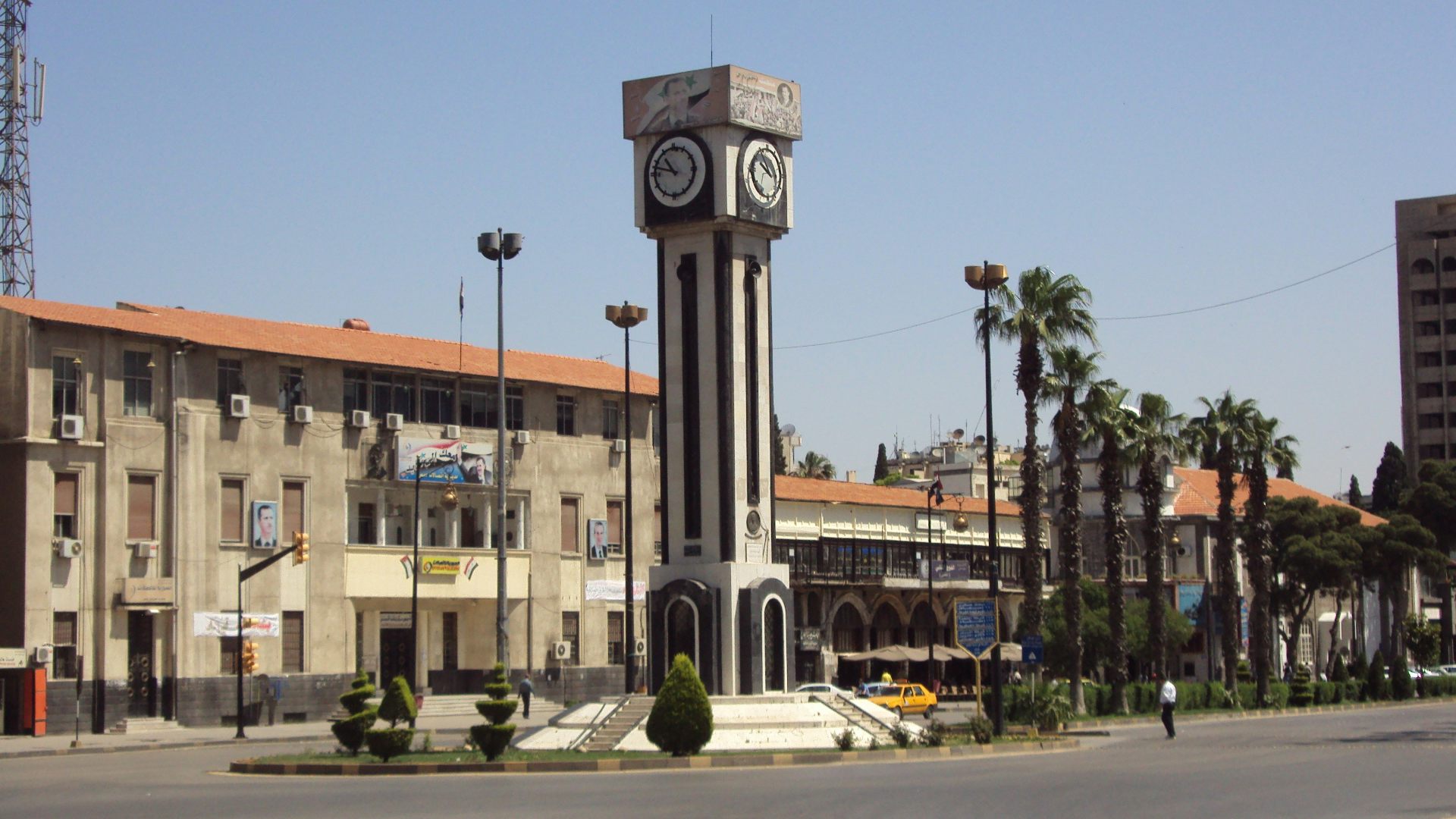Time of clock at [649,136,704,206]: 10:47
